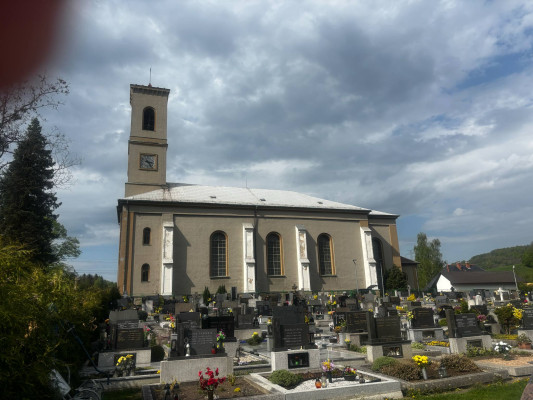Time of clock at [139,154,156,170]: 3:24
